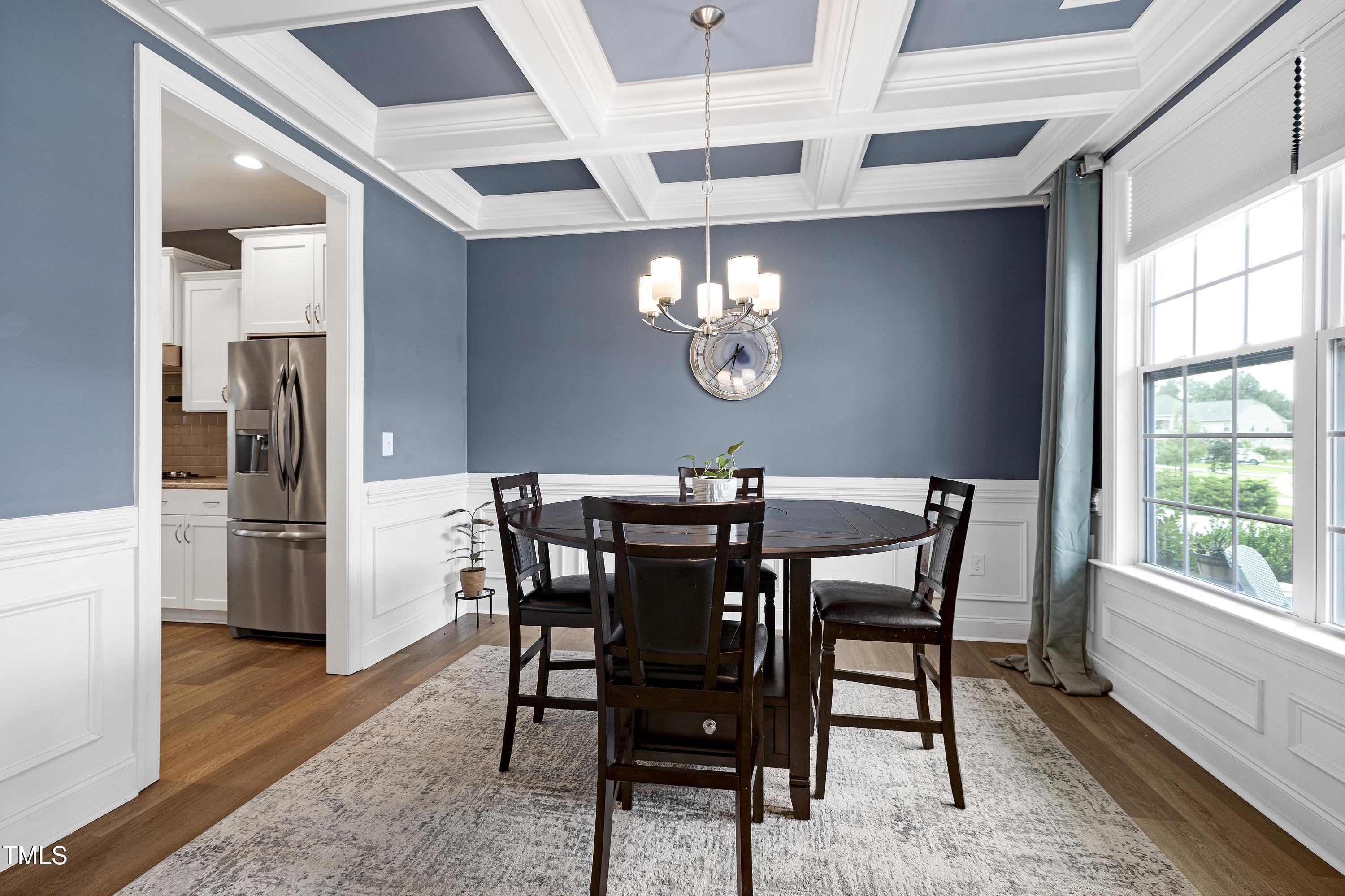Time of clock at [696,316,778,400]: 6:37
